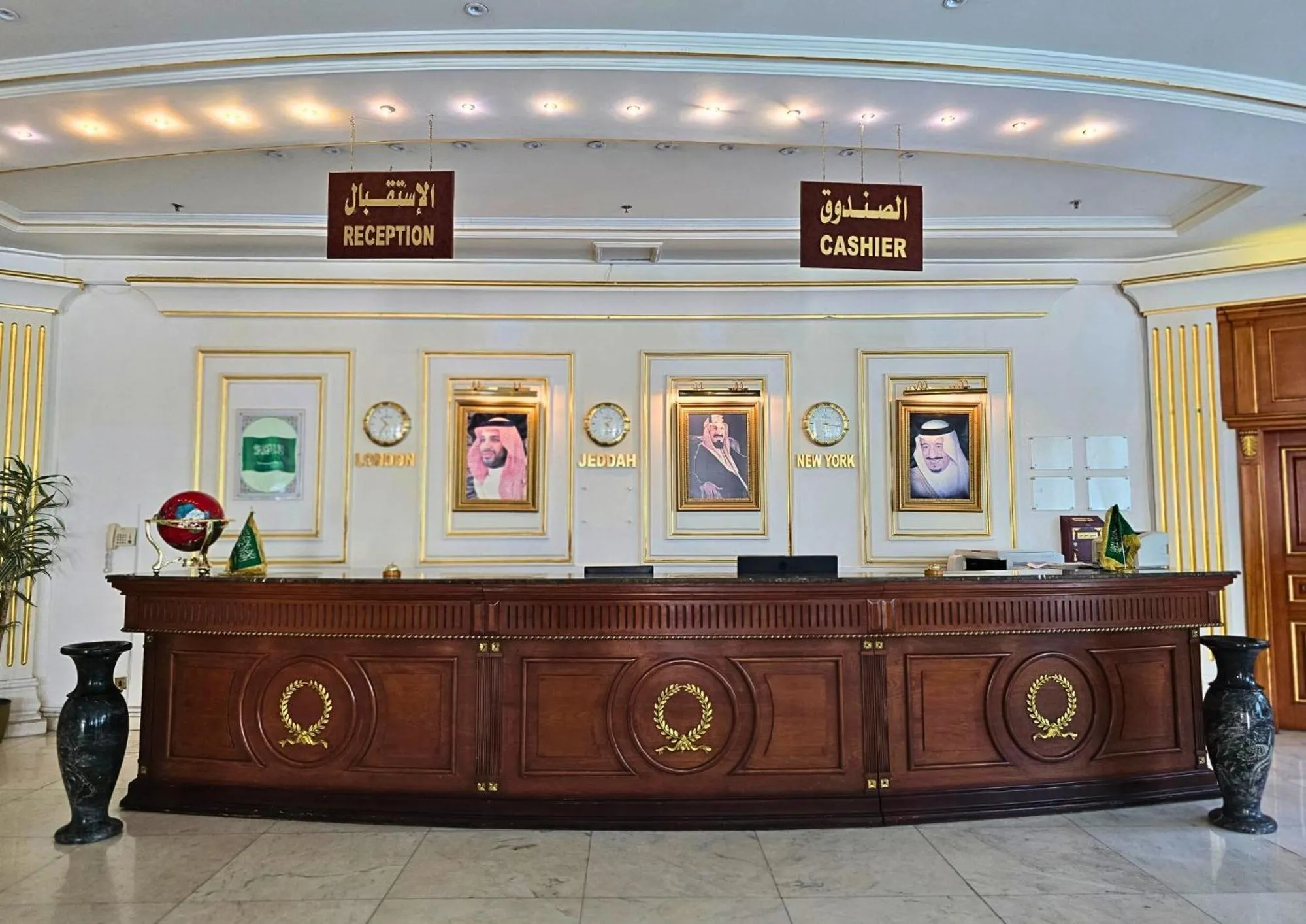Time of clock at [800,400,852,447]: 3:16
